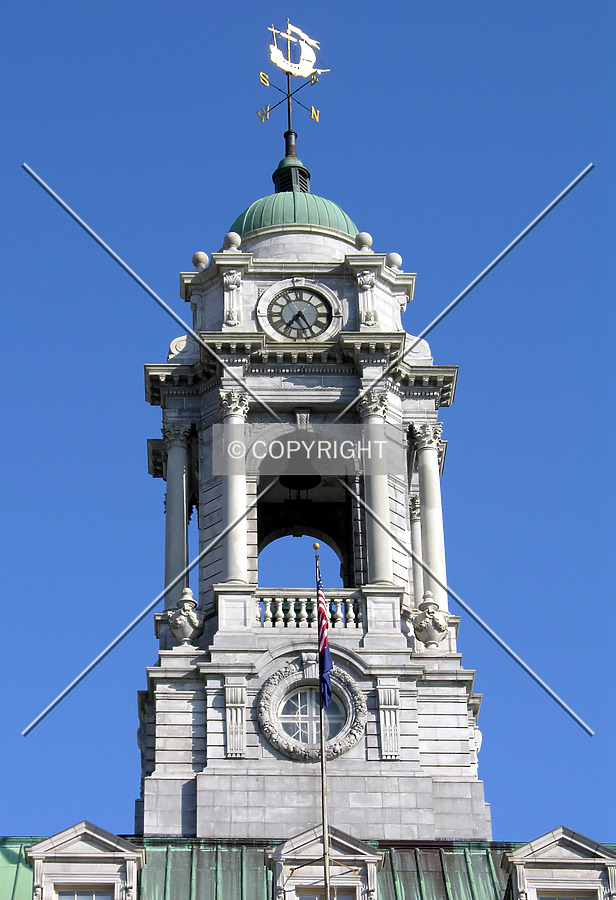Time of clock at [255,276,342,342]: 7:24
